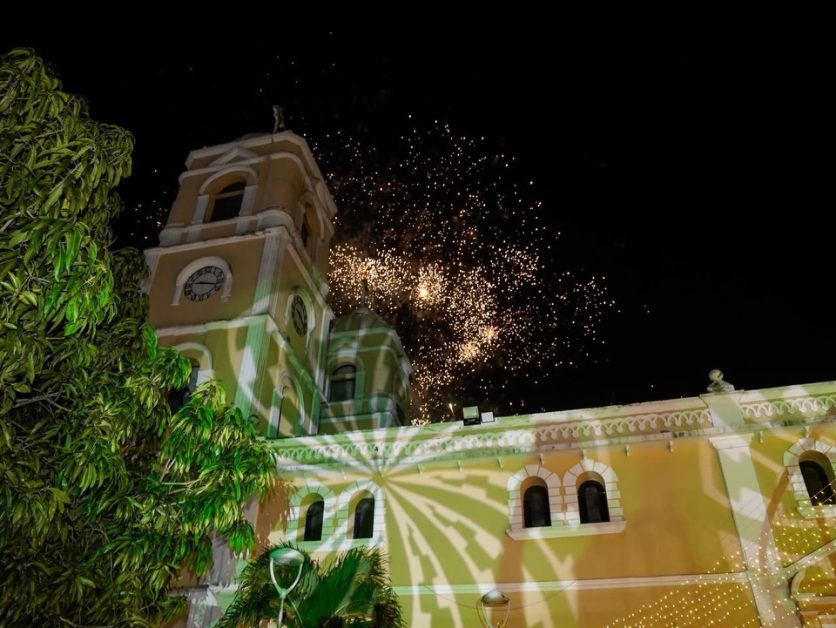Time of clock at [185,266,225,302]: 9:17
